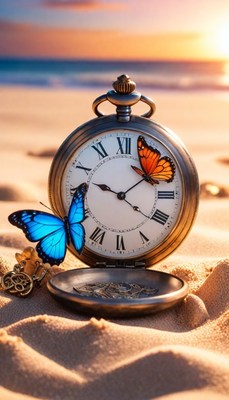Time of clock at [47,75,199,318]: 9:21
